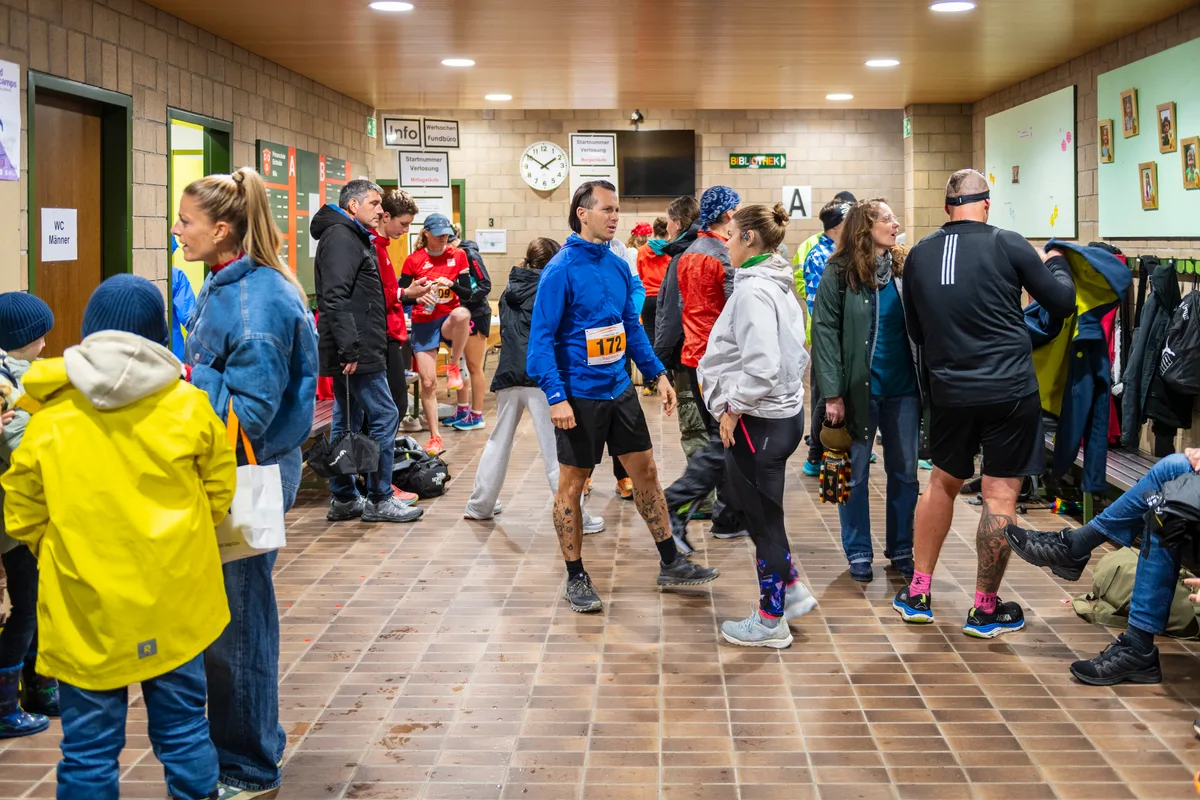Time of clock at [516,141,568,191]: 1:50
